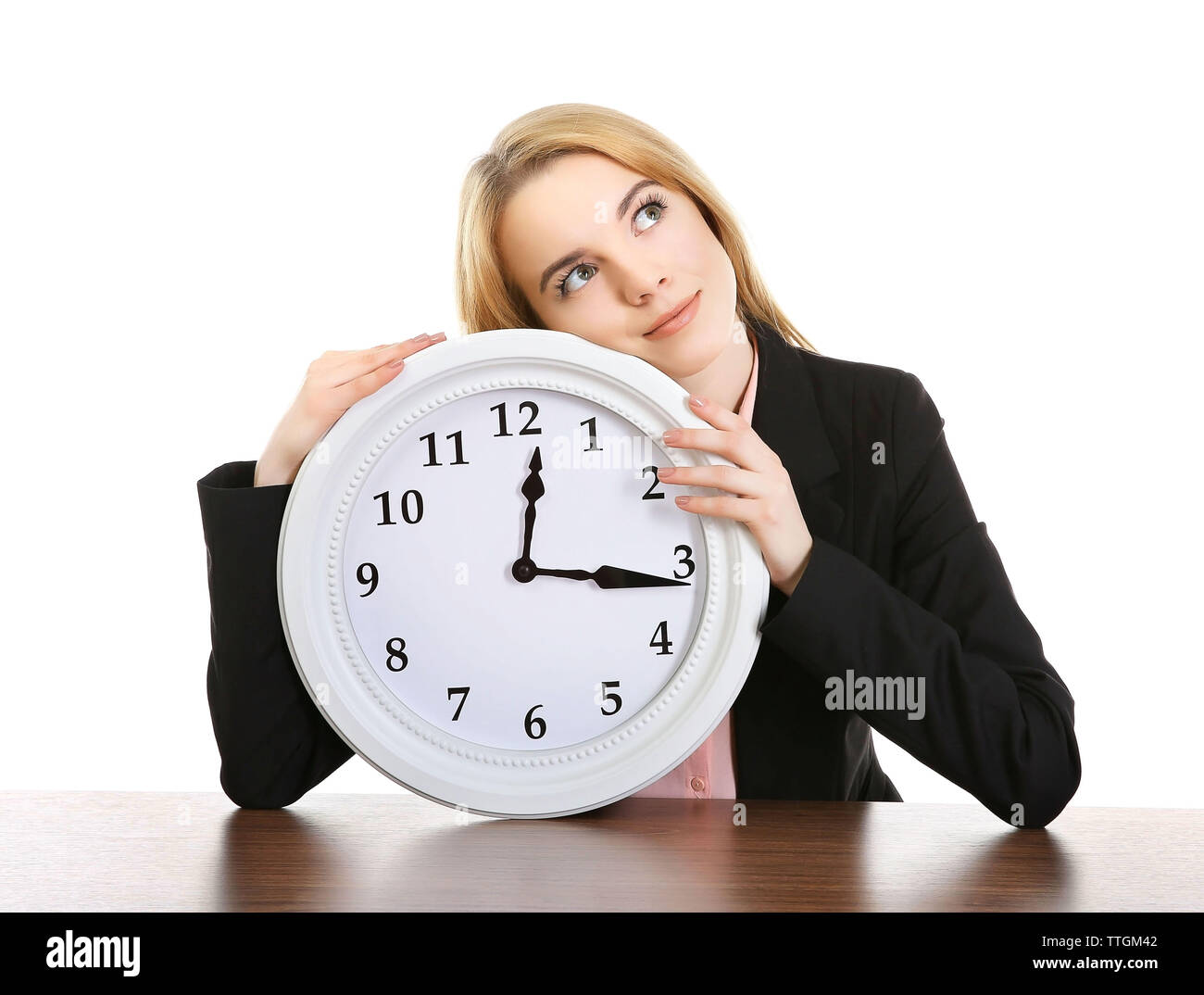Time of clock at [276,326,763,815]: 12:16
